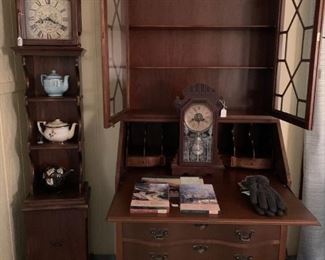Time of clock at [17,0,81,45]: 8:19
